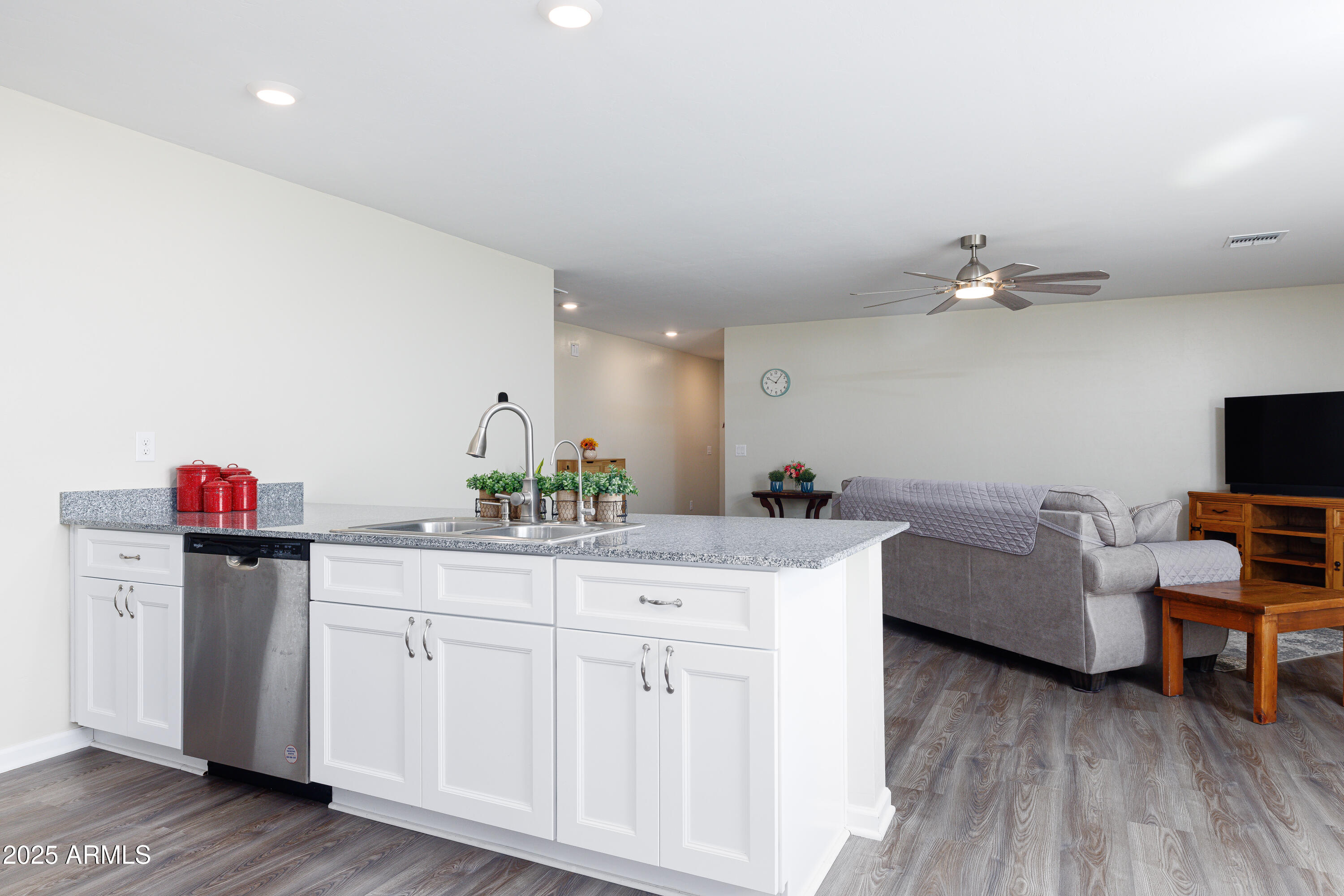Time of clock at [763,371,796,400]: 10:06
